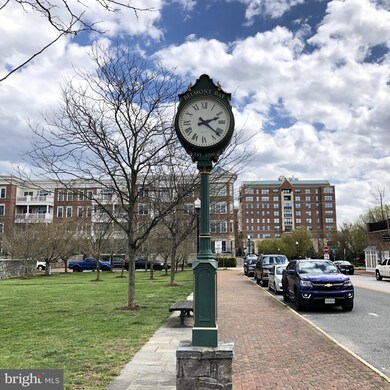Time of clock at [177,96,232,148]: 2:21
